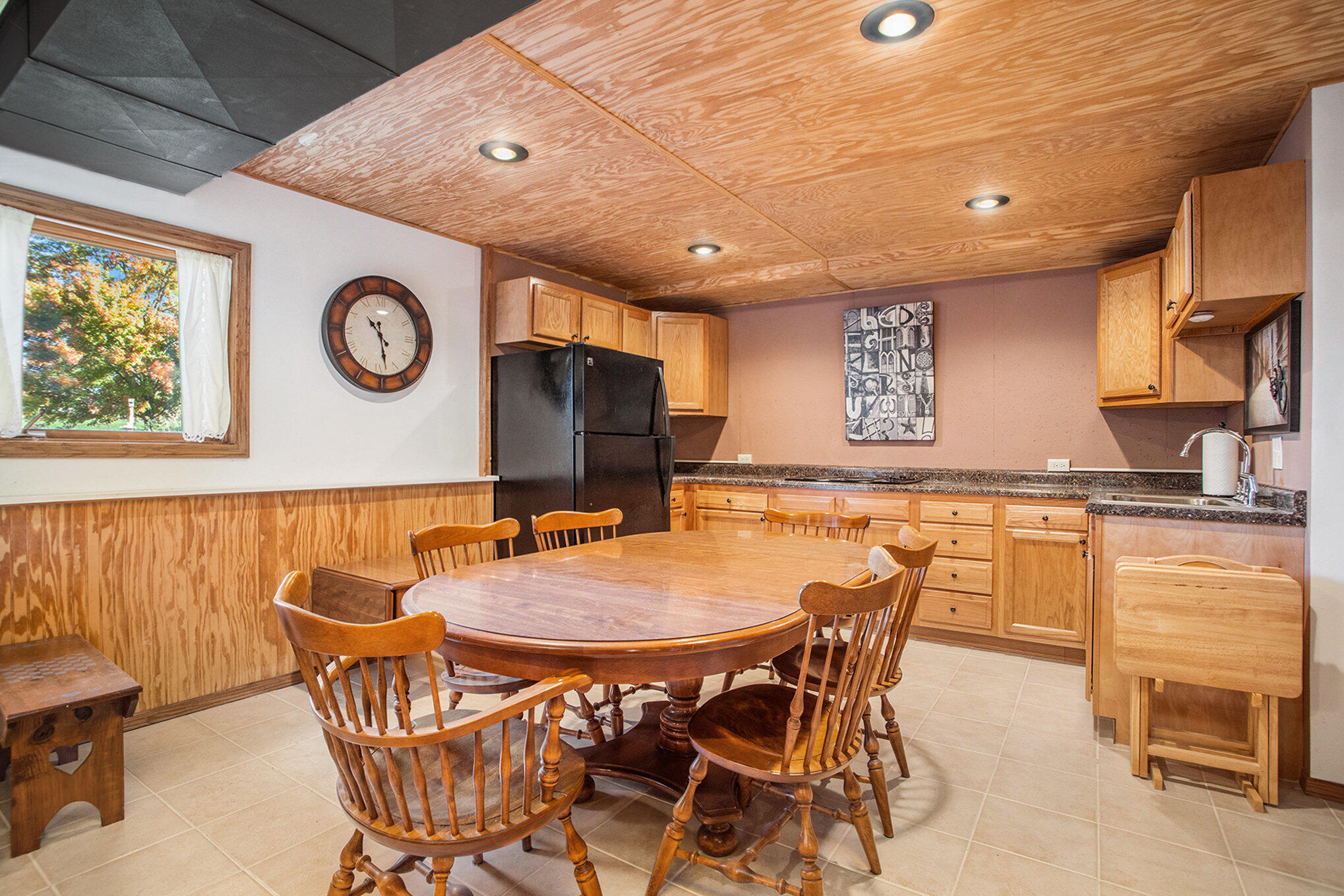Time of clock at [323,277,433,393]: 10:28
